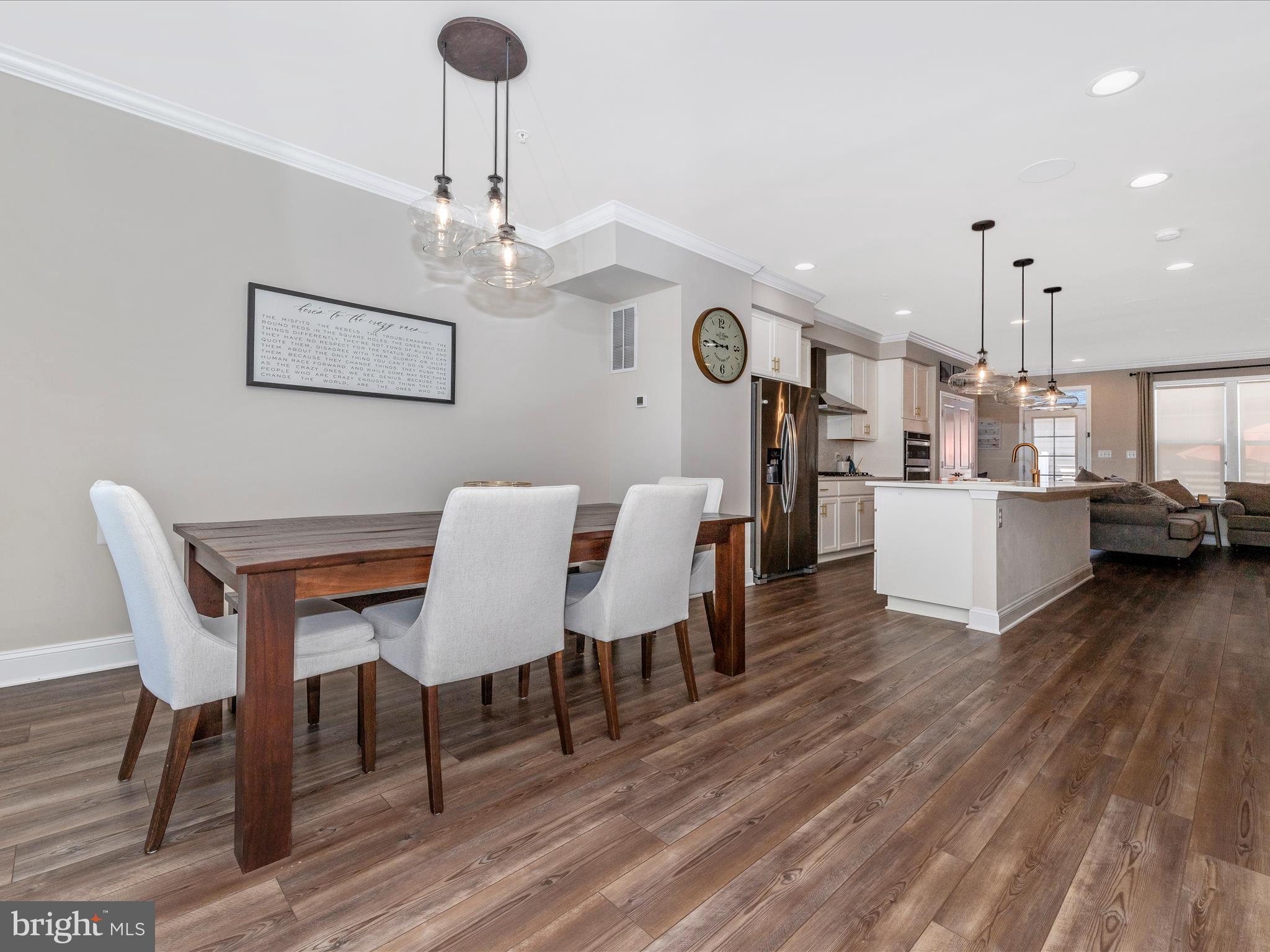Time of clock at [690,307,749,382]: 8:46
